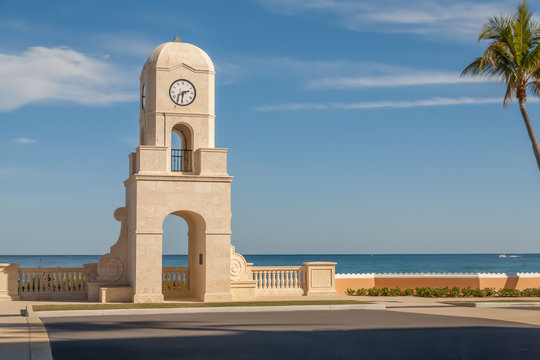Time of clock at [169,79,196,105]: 2:30
